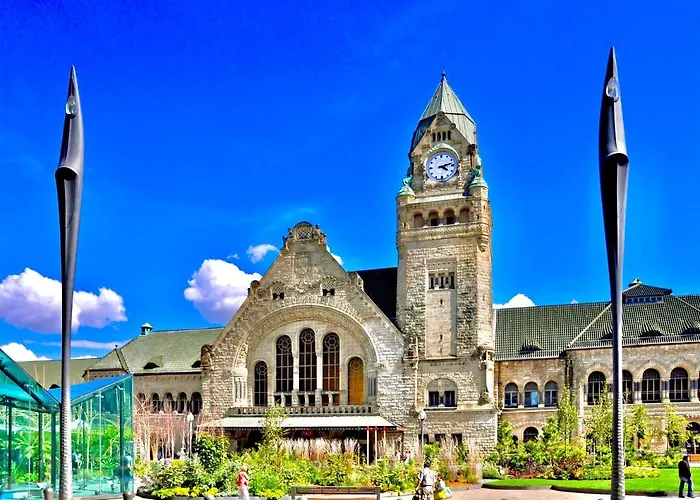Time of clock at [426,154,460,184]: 4:12
